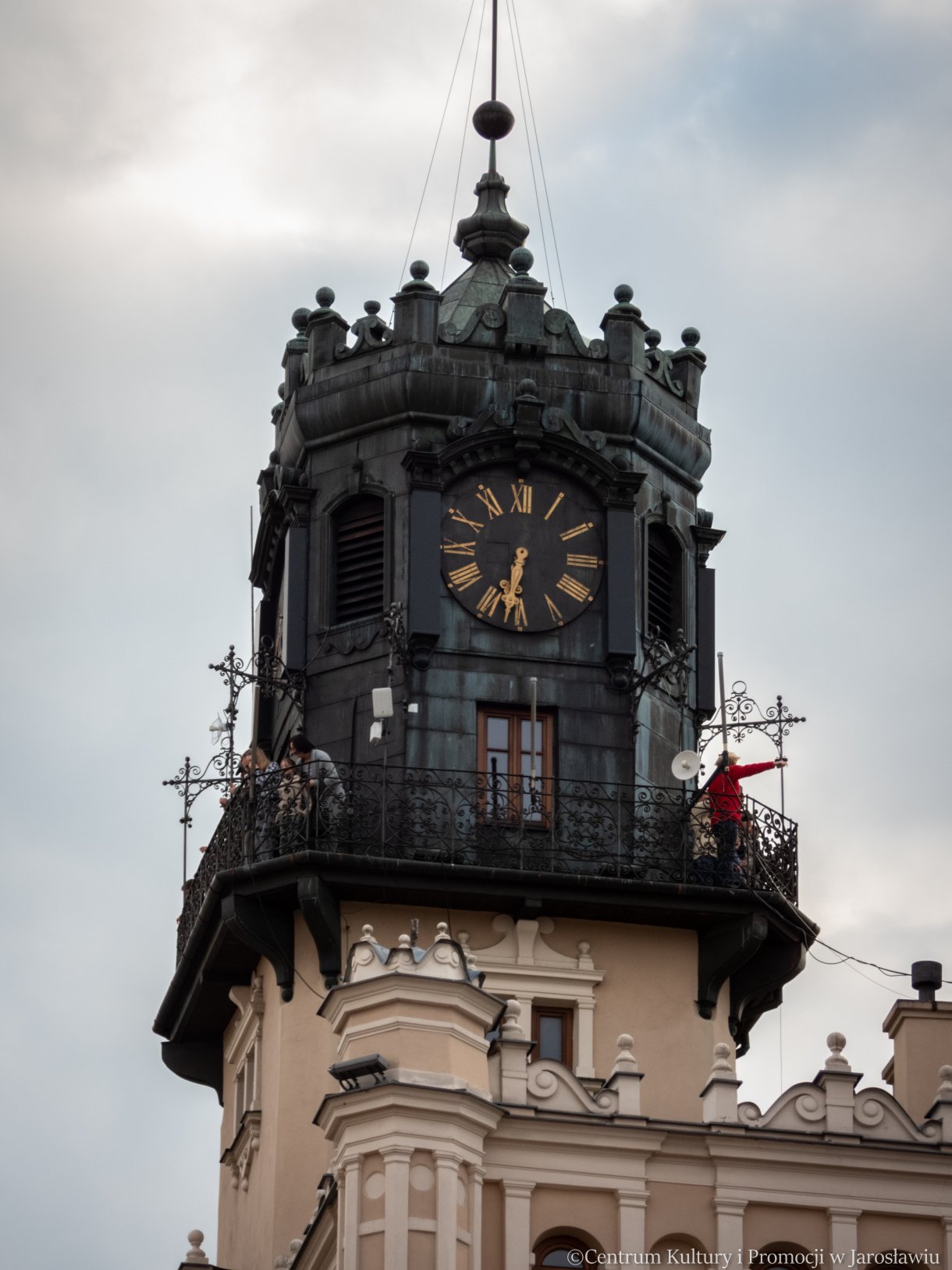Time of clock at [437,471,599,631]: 6:31
